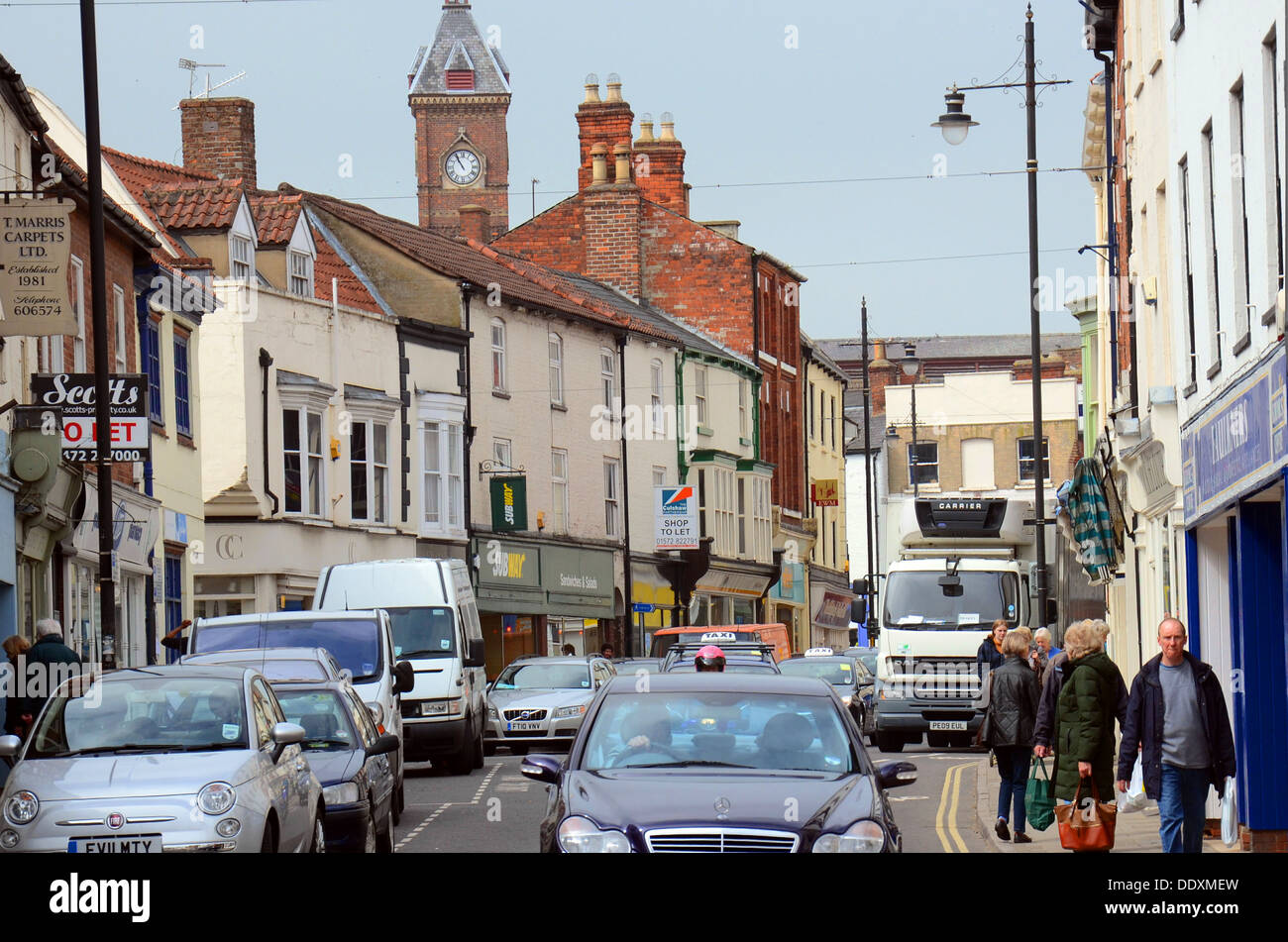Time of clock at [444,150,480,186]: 10:55
